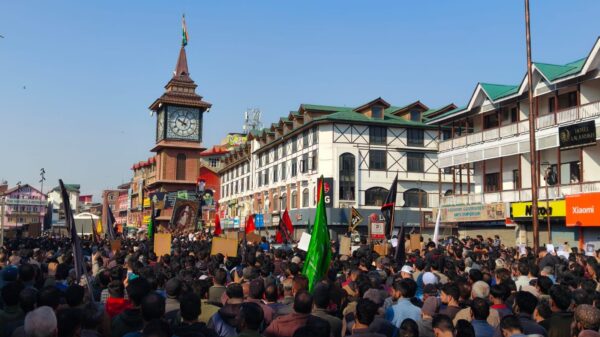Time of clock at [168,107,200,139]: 10:02
